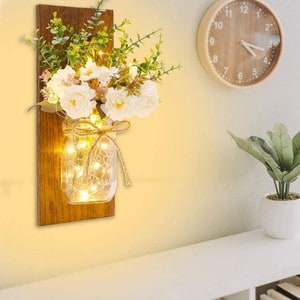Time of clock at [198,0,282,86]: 4:17
